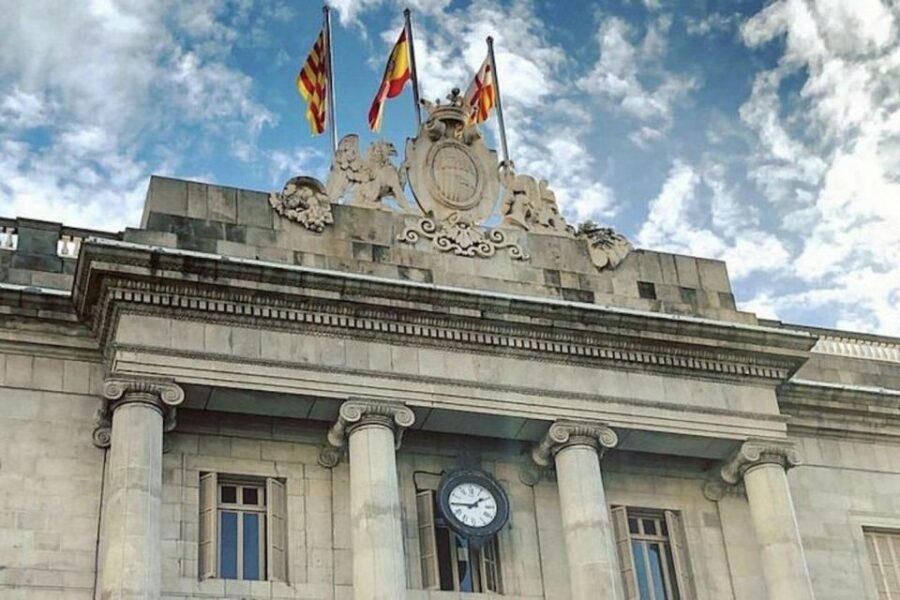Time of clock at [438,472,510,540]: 1:45
